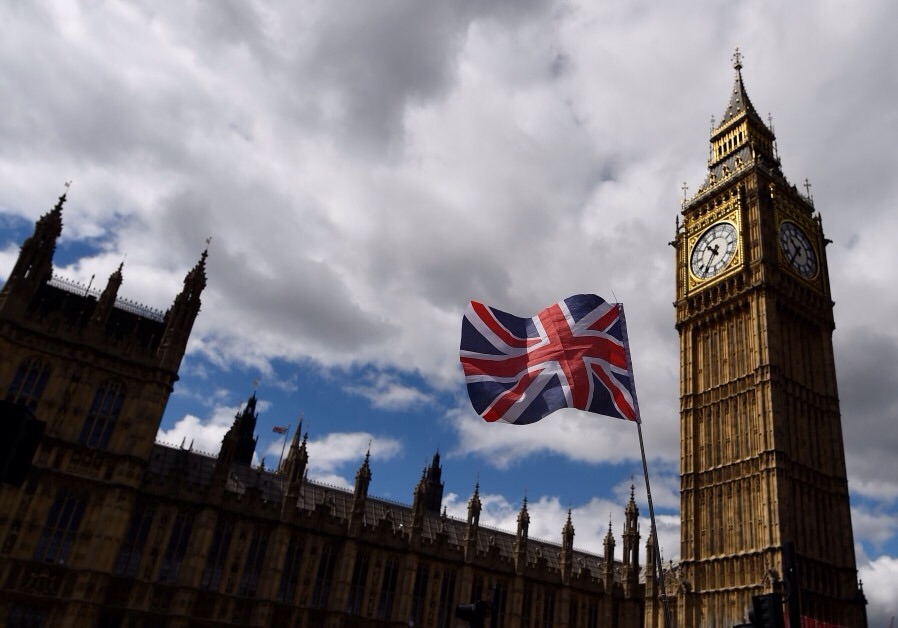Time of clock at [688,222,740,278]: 10:36
